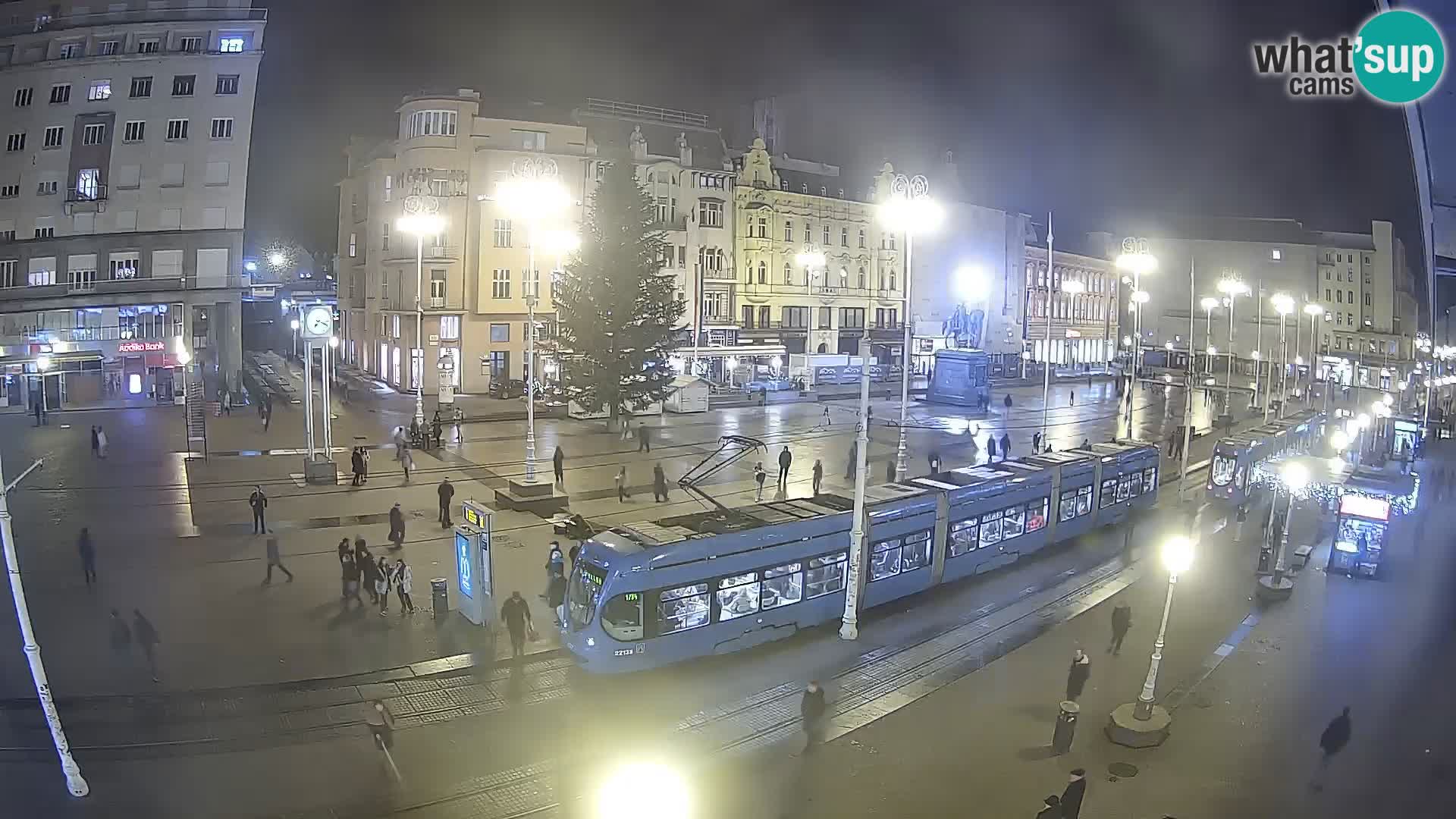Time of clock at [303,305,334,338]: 7:18
